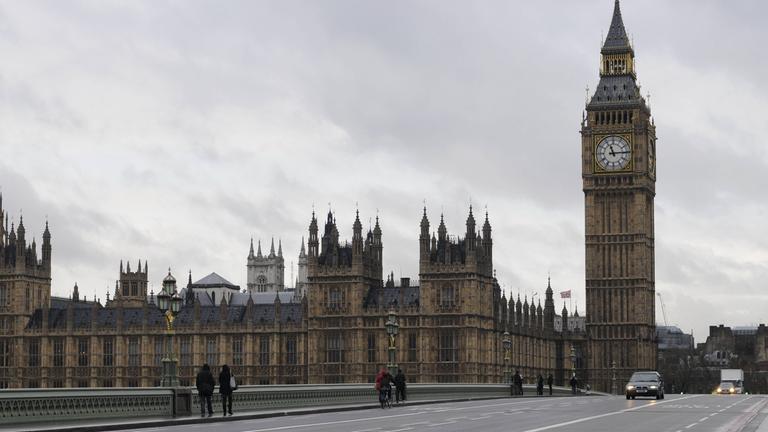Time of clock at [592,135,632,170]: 11:14
